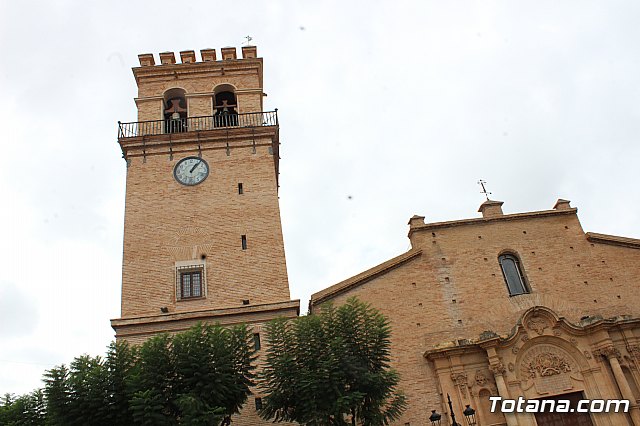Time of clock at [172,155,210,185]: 1:06
